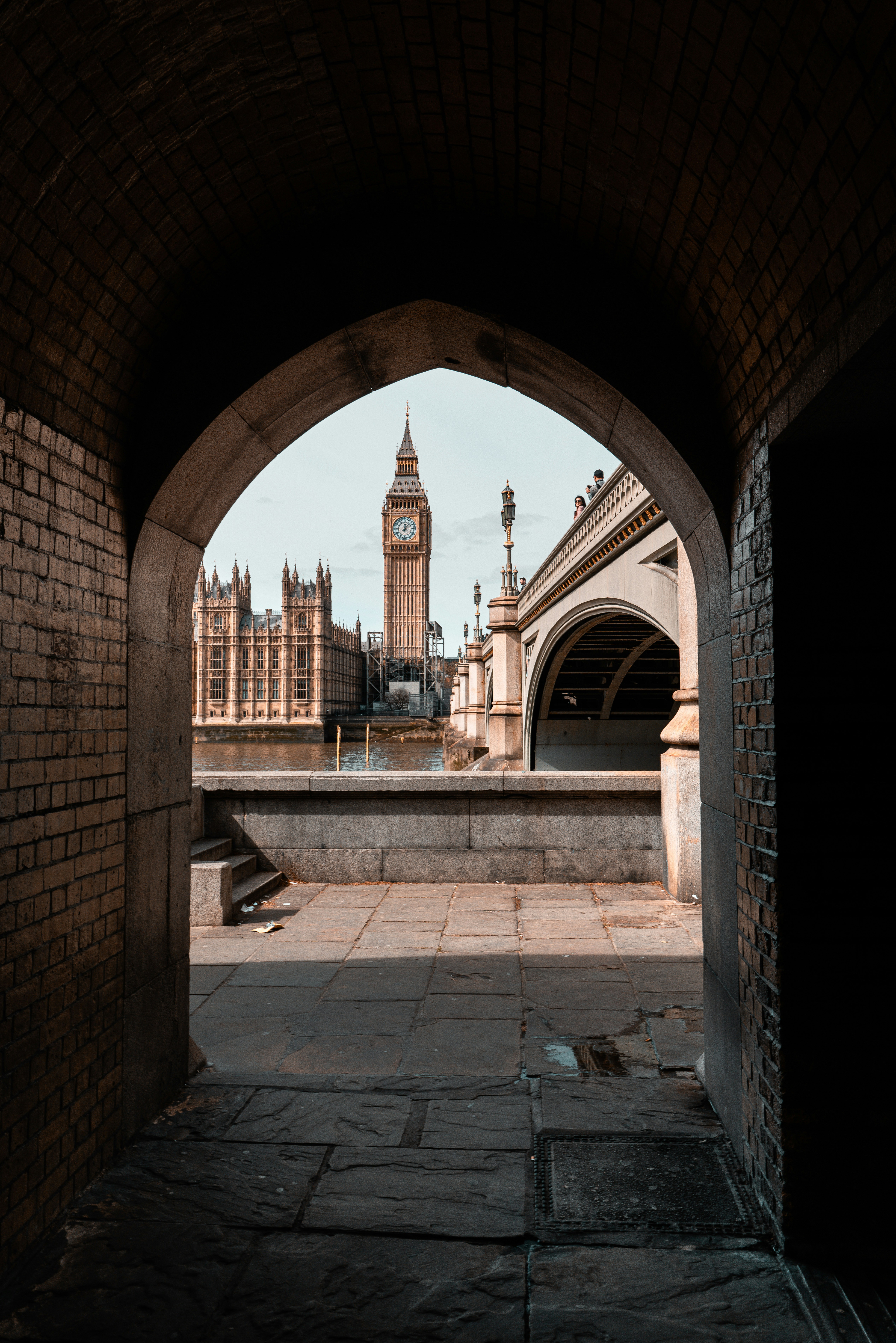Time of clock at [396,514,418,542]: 12:07
